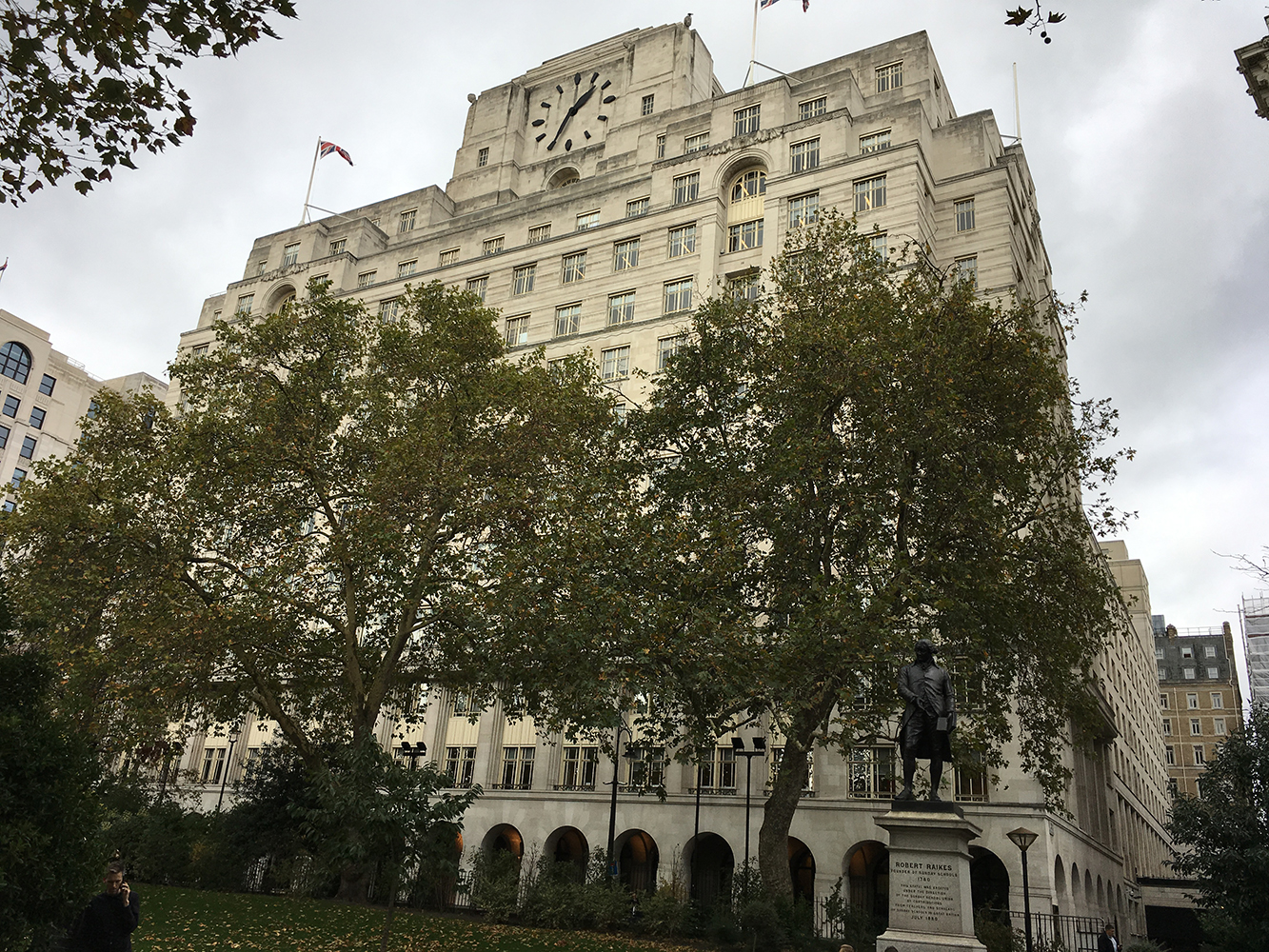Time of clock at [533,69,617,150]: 1:34
